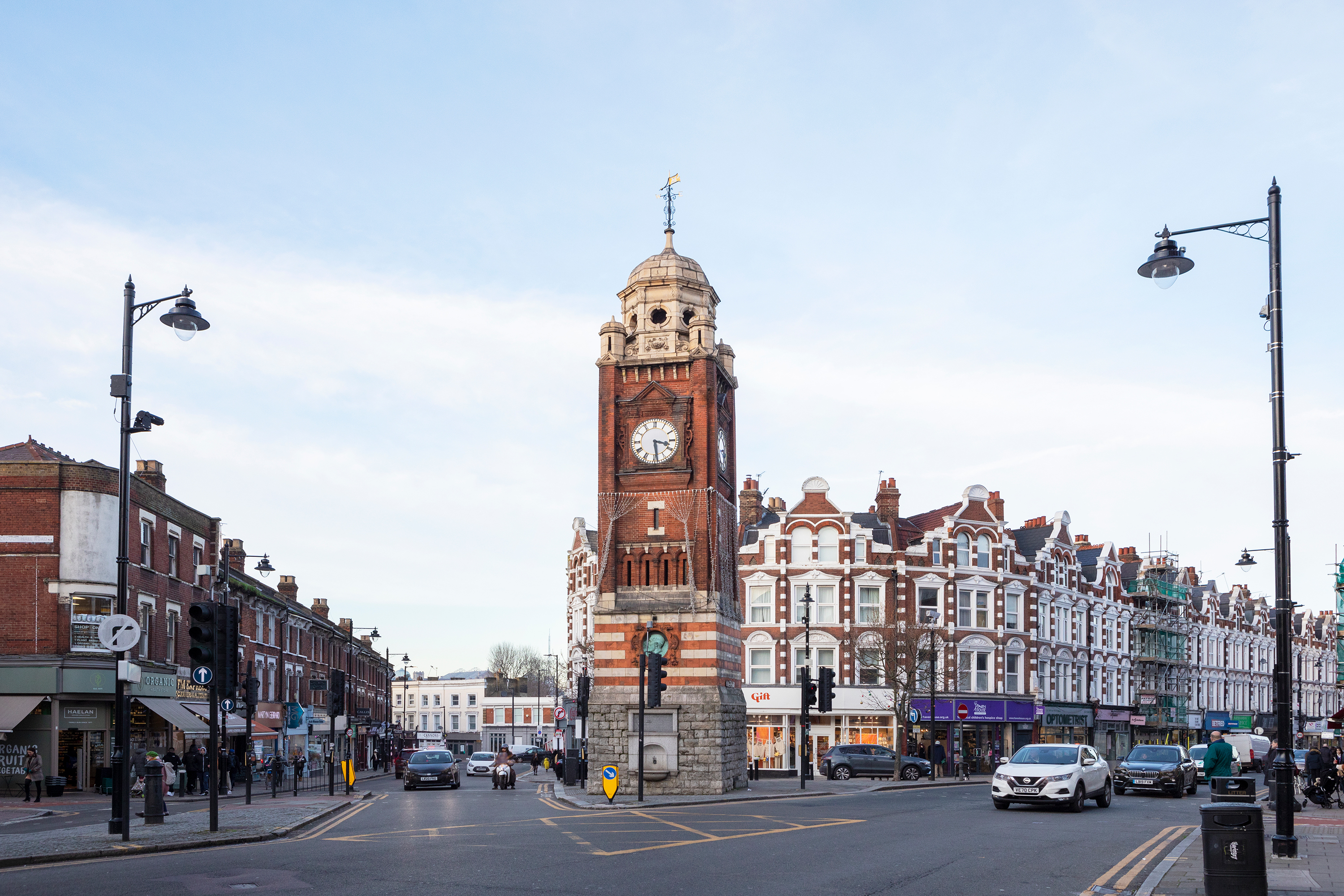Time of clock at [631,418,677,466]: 3:28
